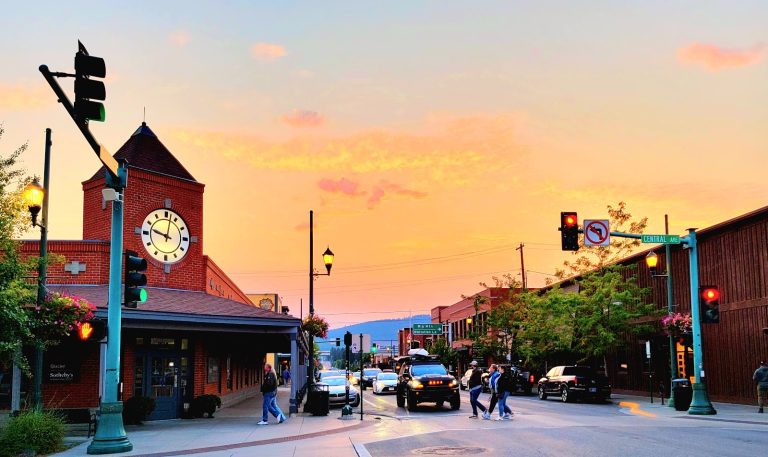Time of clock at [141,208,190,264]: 9:47
